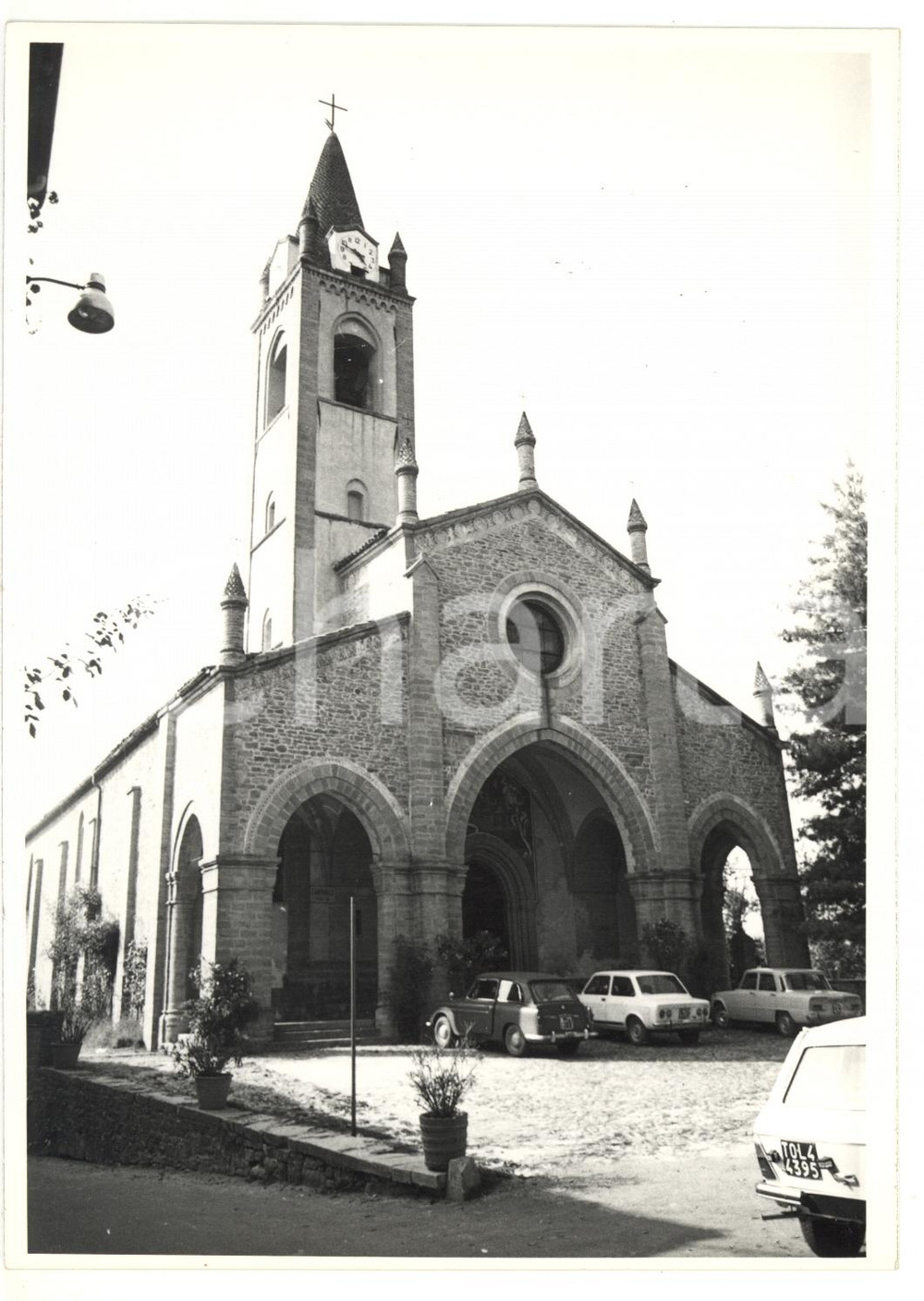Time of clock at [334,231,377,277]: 4:48
